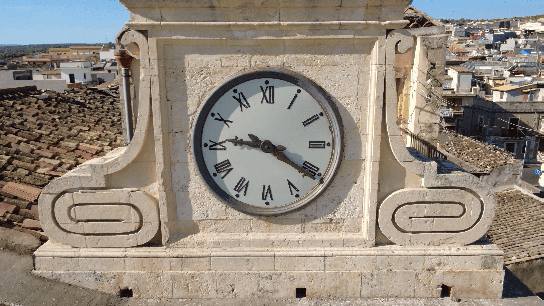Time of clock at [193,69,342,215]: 9:20
